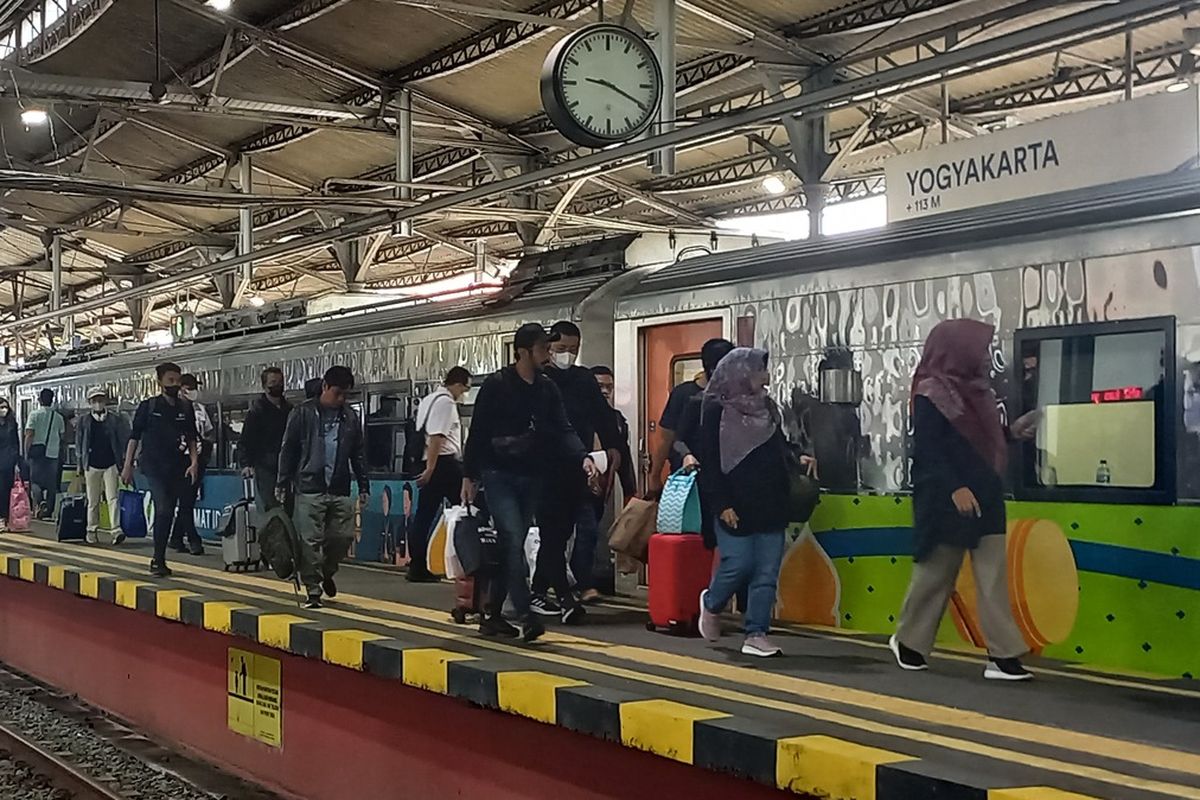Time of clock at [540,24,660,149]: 9:19
